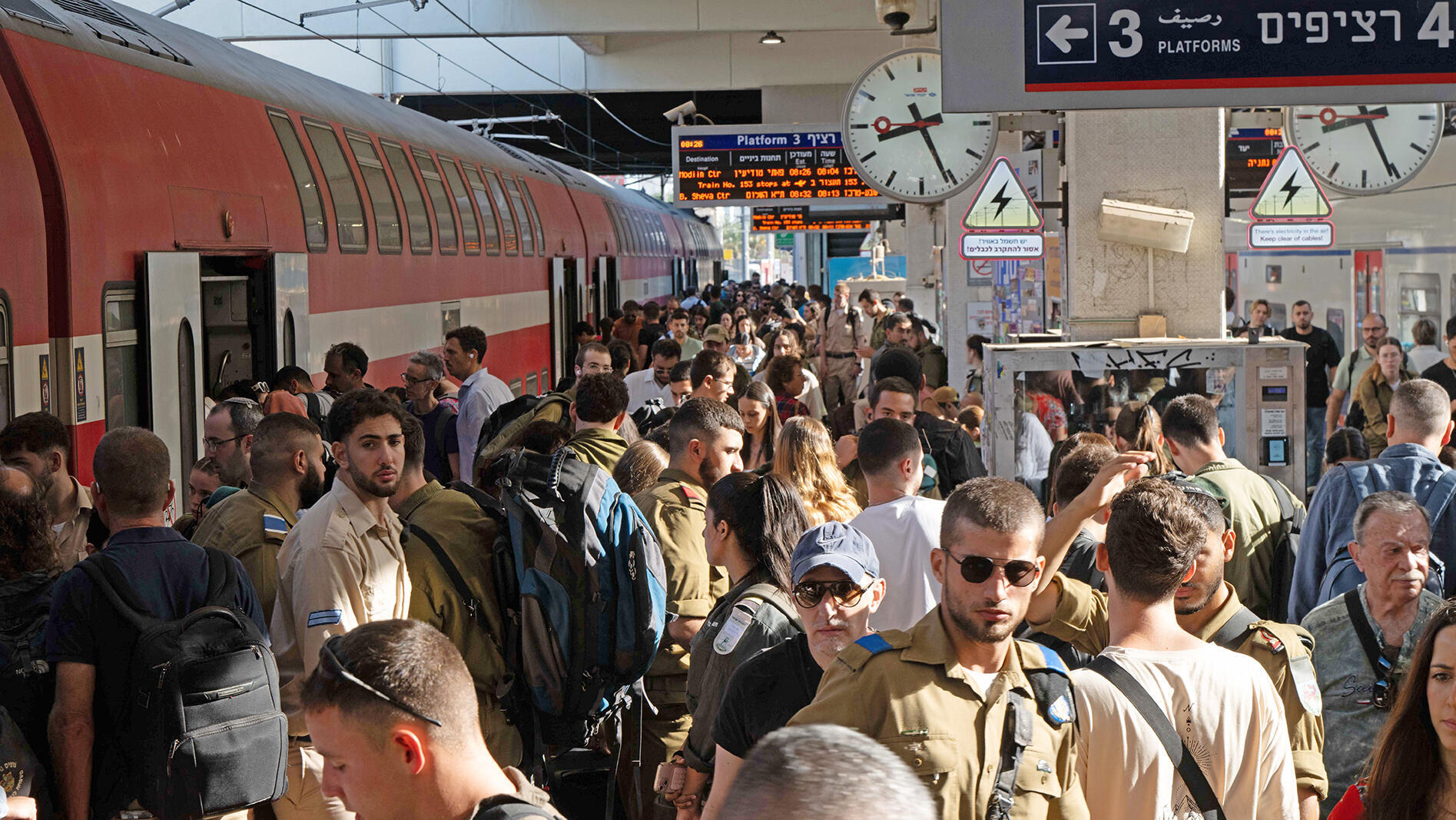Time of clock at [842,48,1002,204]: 8:25
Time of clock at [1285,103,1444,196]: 8:25
